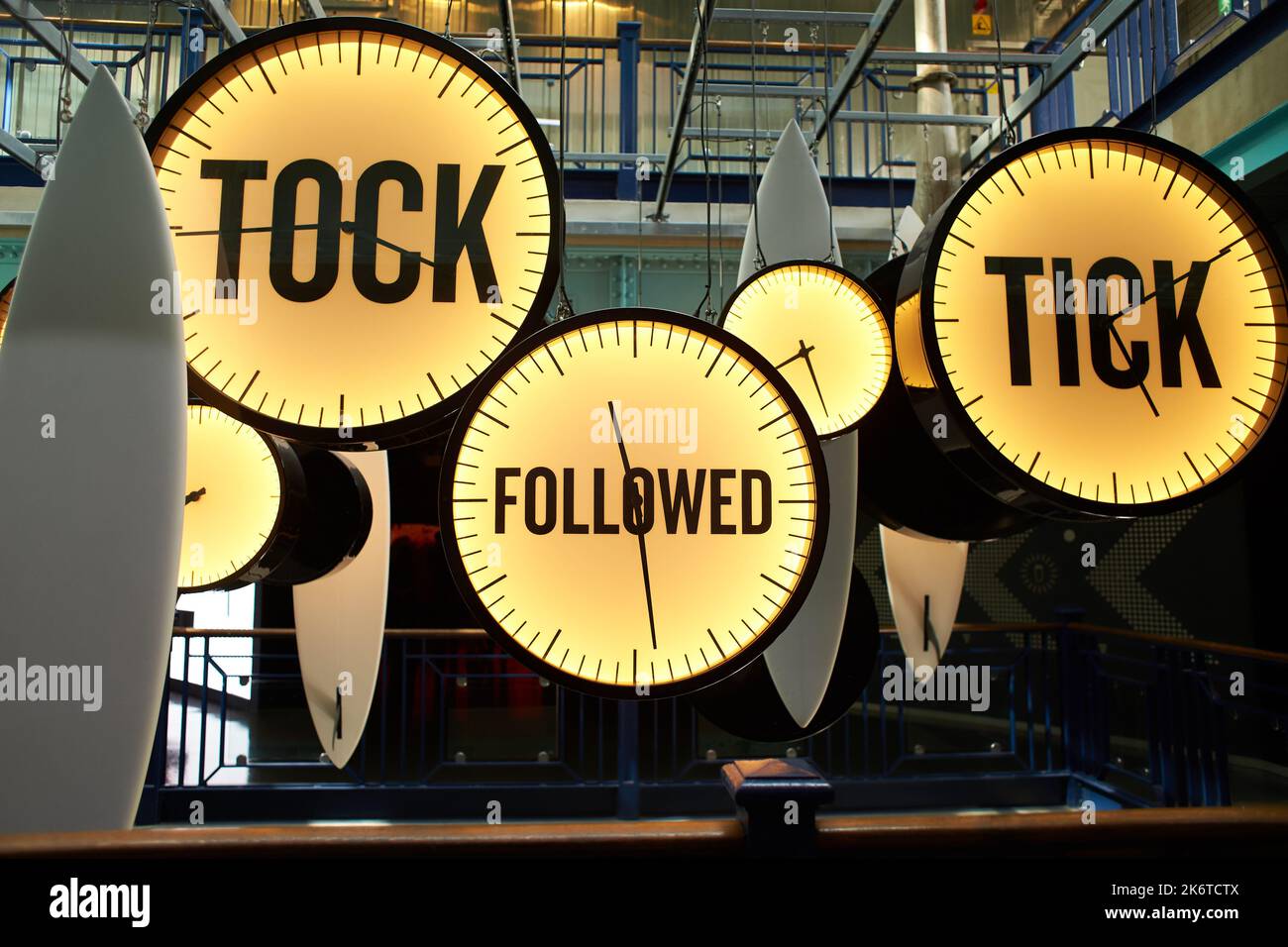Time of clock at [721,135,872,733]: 11:28
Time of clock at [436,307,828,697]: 11:28
